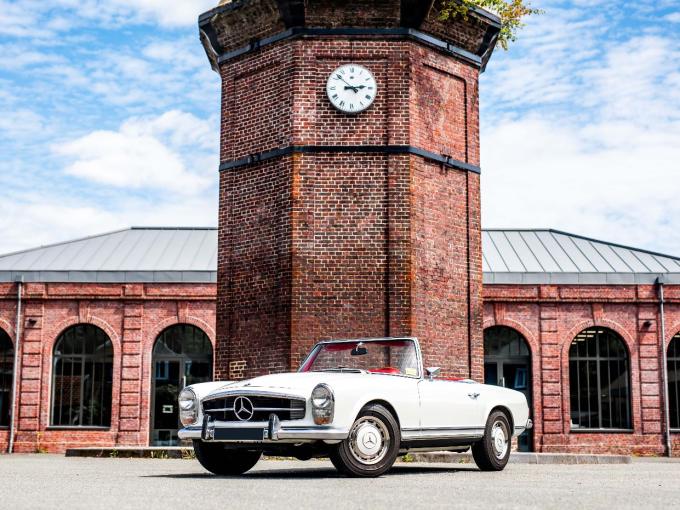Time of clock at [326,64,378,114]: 2:52
